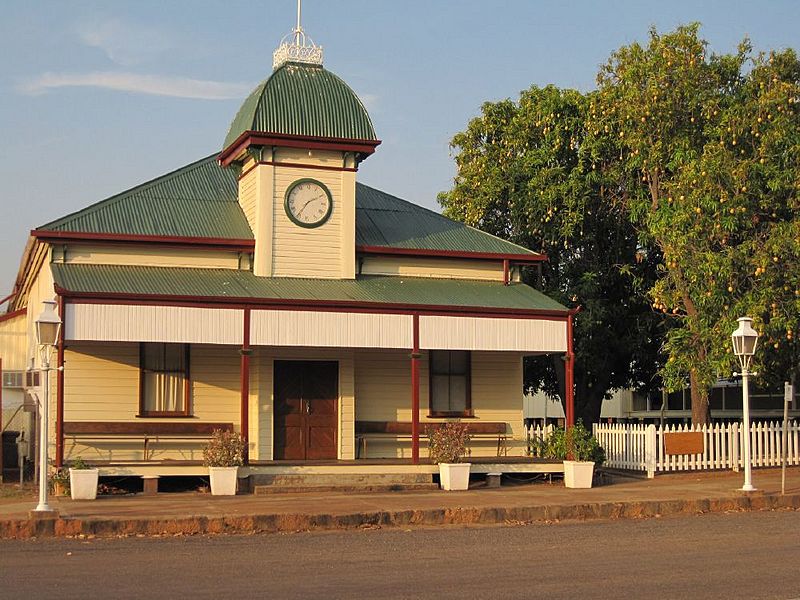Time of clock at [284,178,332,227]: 7:10
